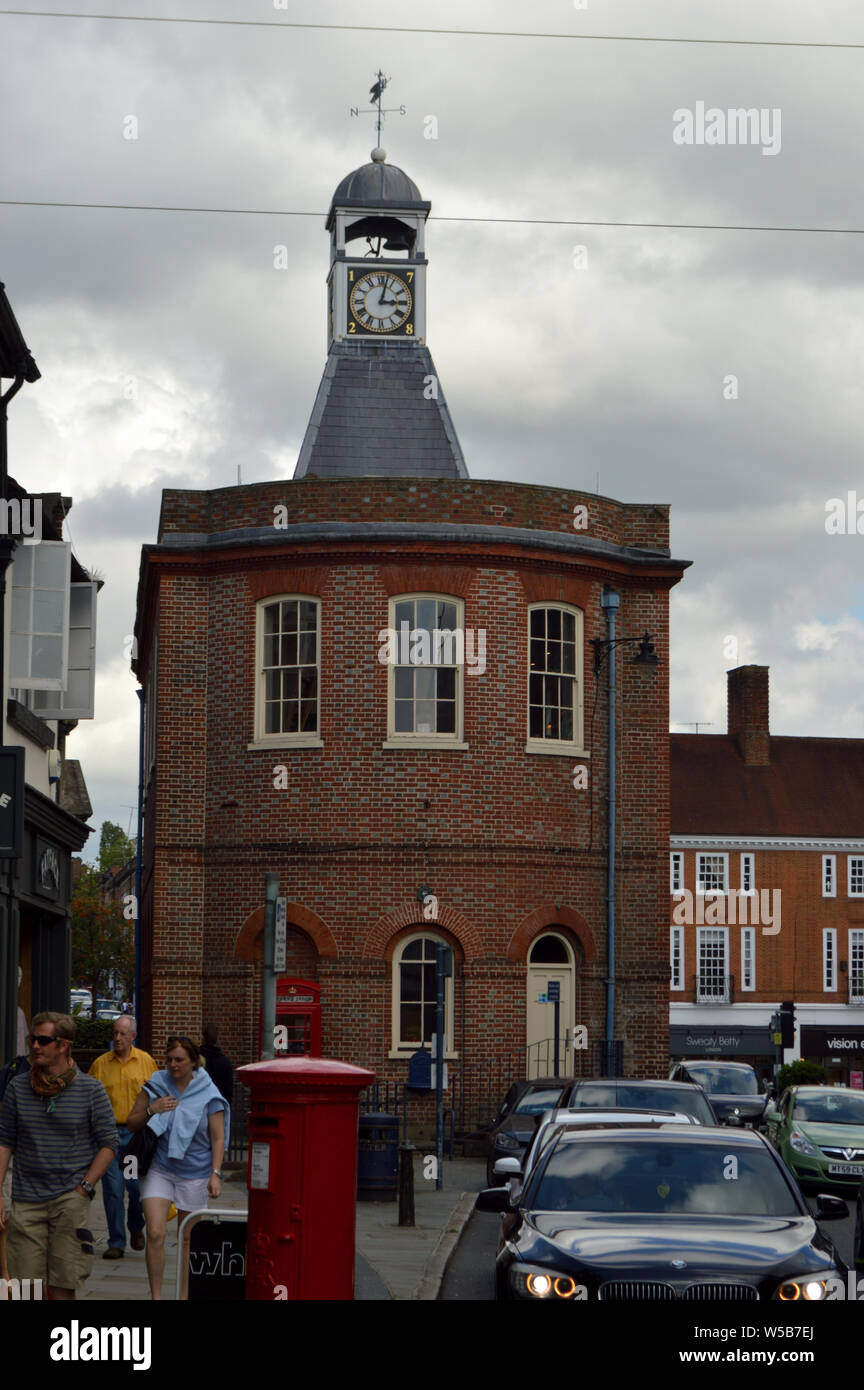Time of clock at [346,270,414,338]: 3:02
